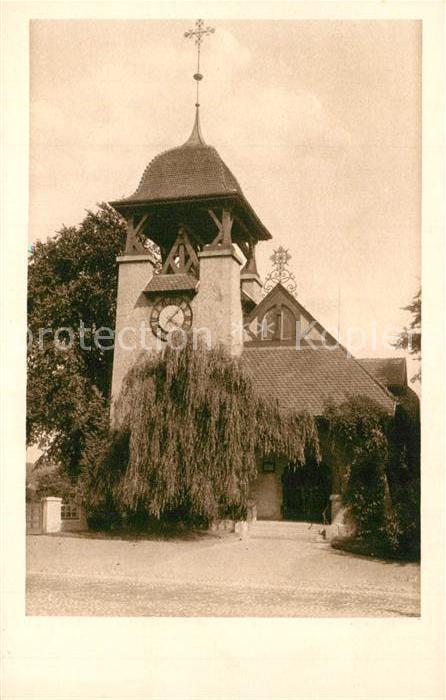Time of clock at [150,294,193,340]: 4:07
